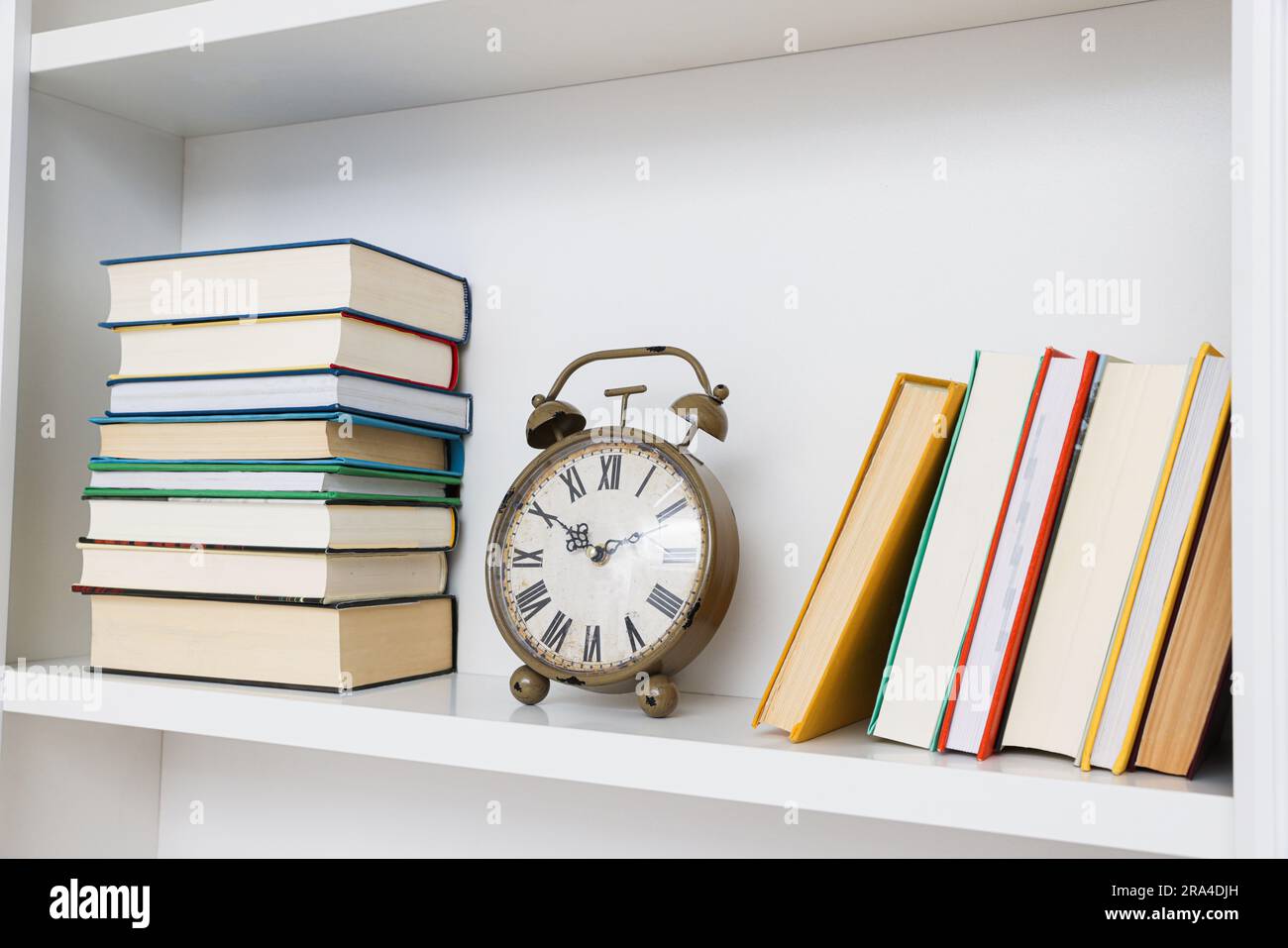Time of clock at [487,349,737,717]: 9:50
